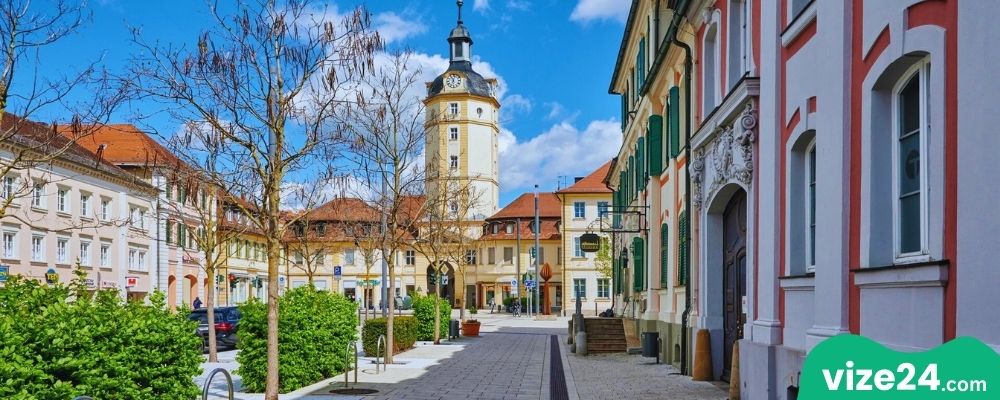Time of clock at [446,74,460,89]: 11:02
